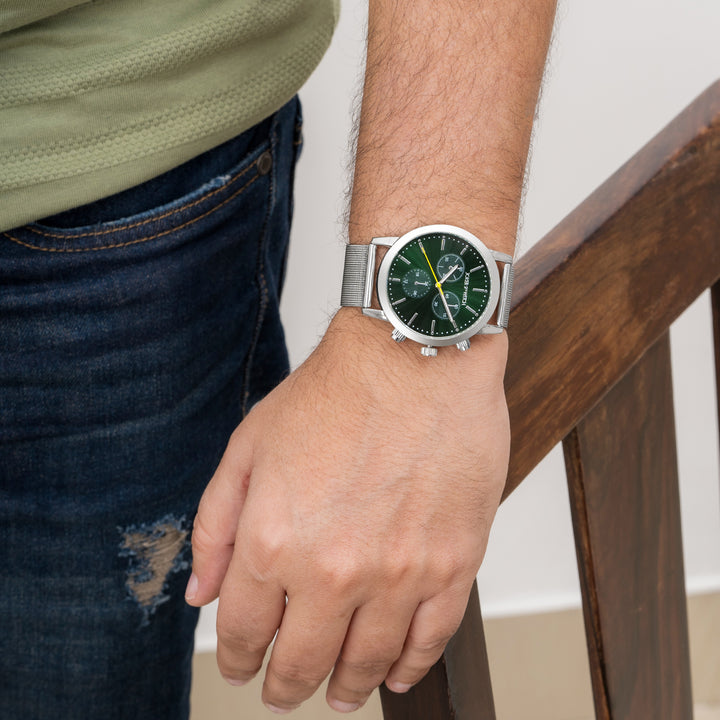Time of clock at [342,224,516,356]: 1:25
